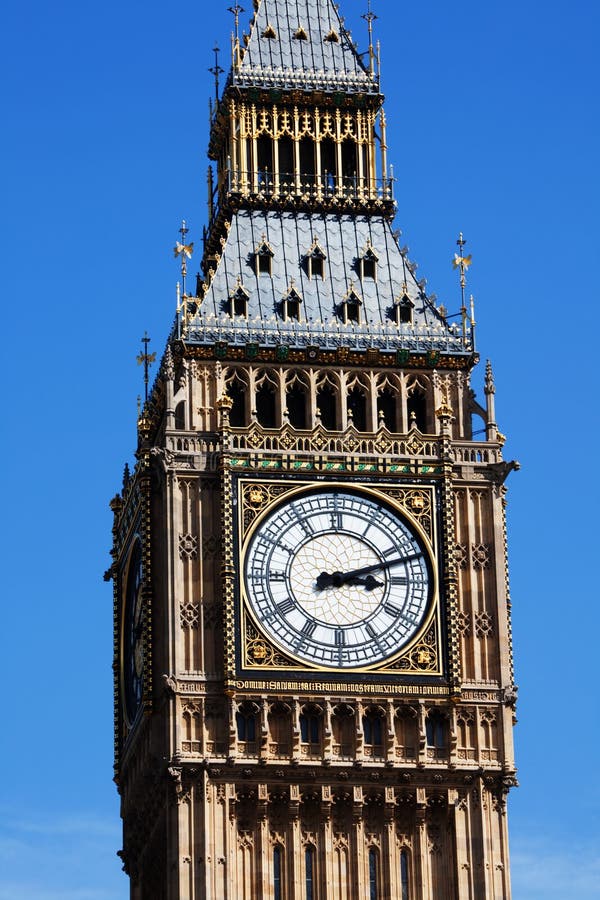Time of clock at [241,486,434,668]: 3:11
